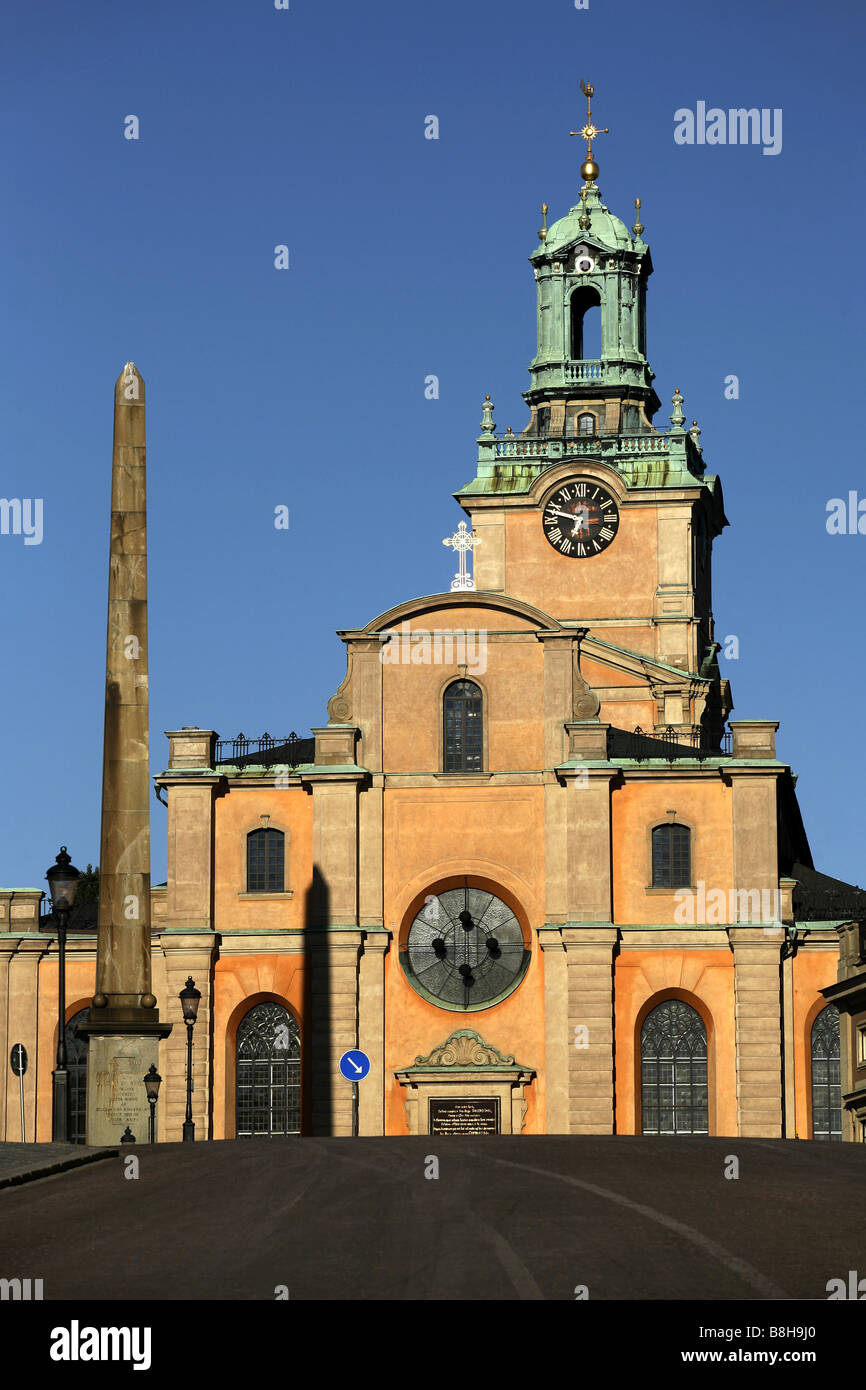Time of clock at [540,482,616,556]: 6:47
